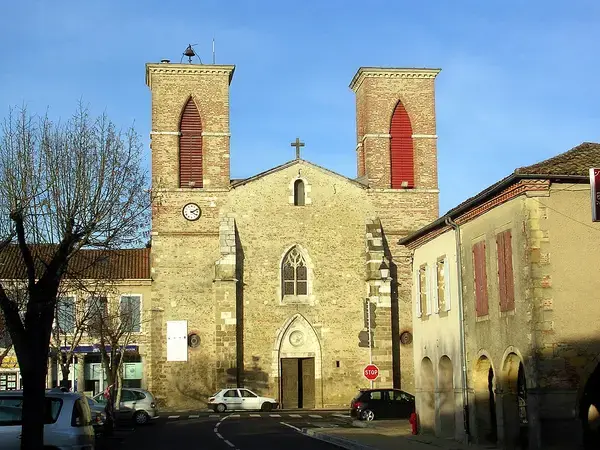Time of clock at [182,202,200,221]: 4:10
